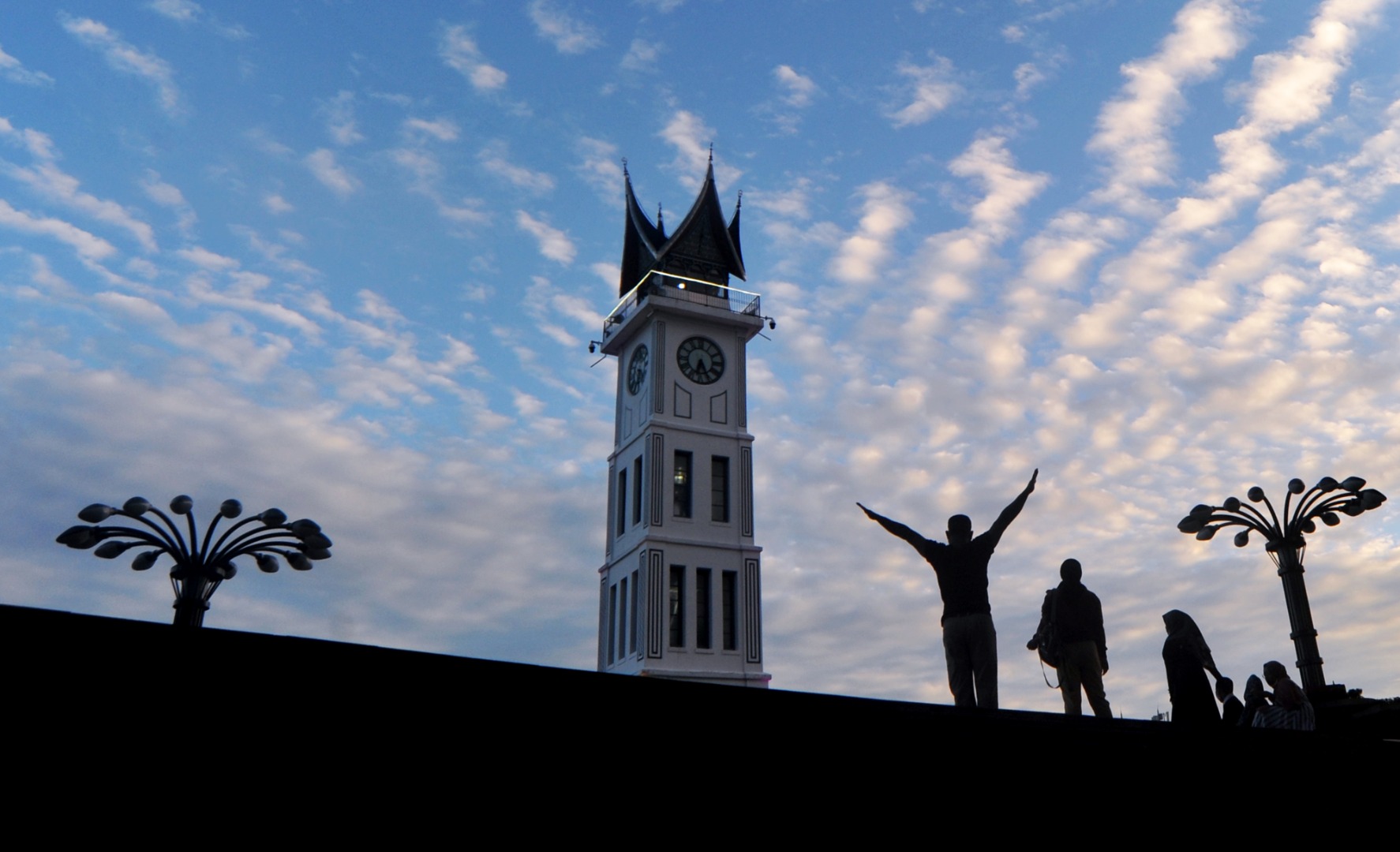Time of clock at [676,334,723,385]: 6:25
